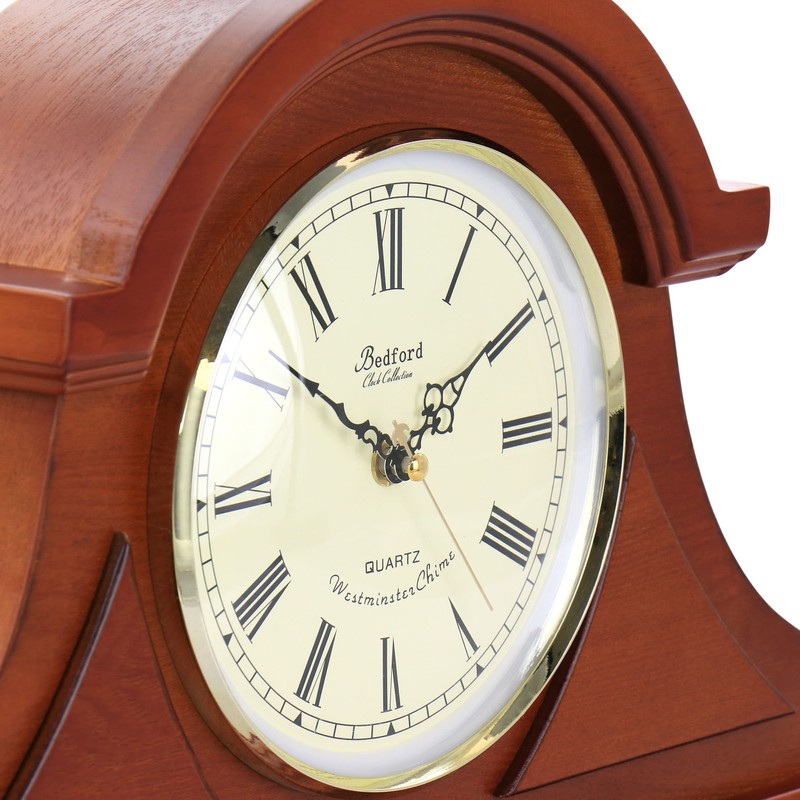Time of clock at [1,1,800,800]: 1:51
